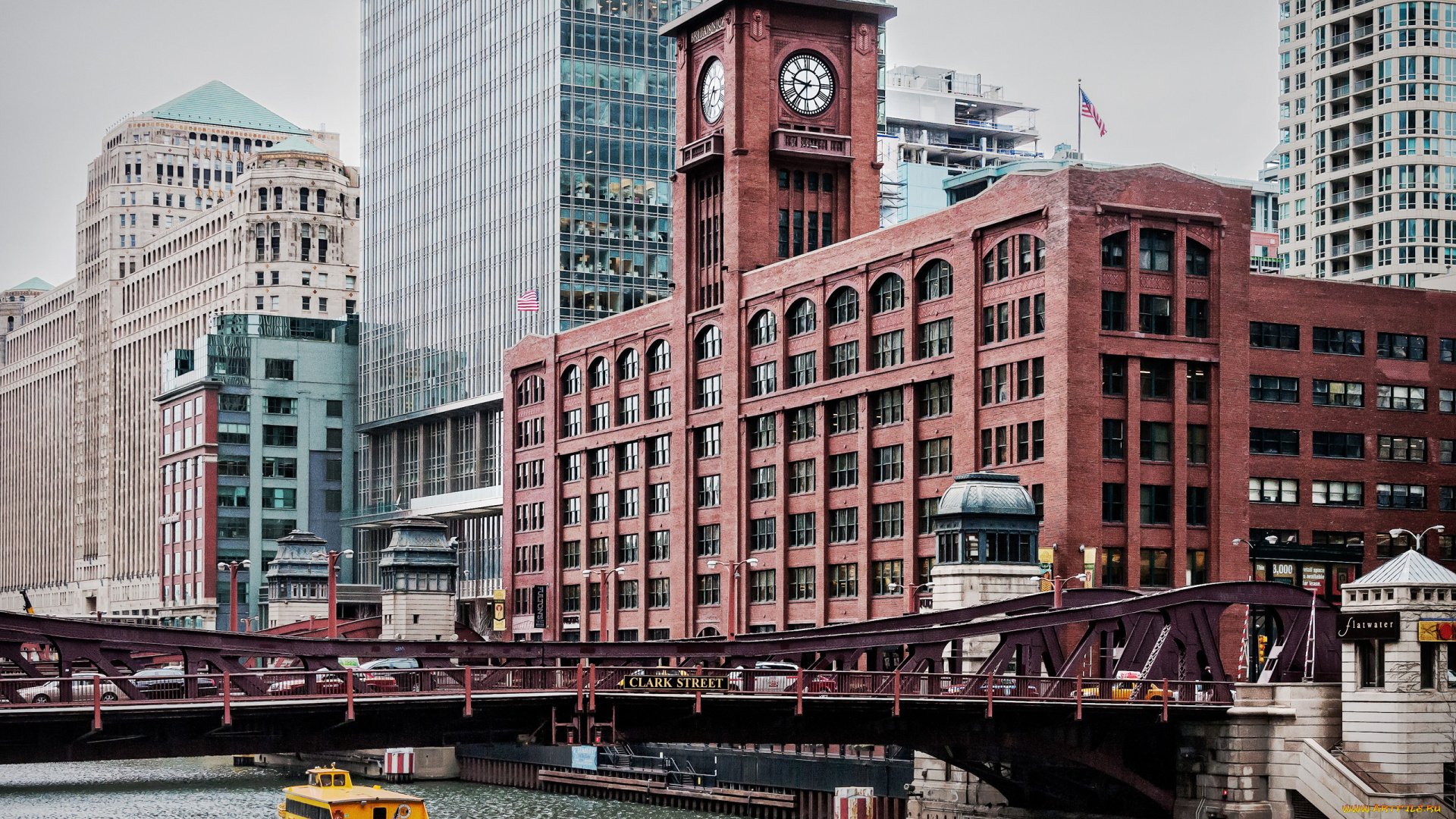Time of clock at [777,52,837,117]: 9:36
